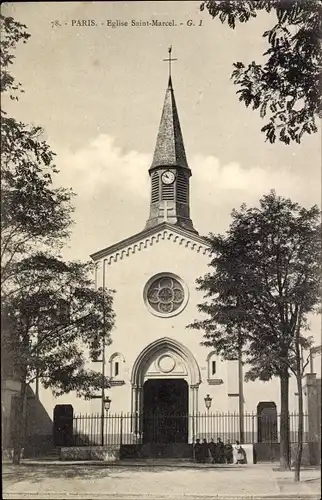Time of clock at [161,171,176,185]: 10:48
